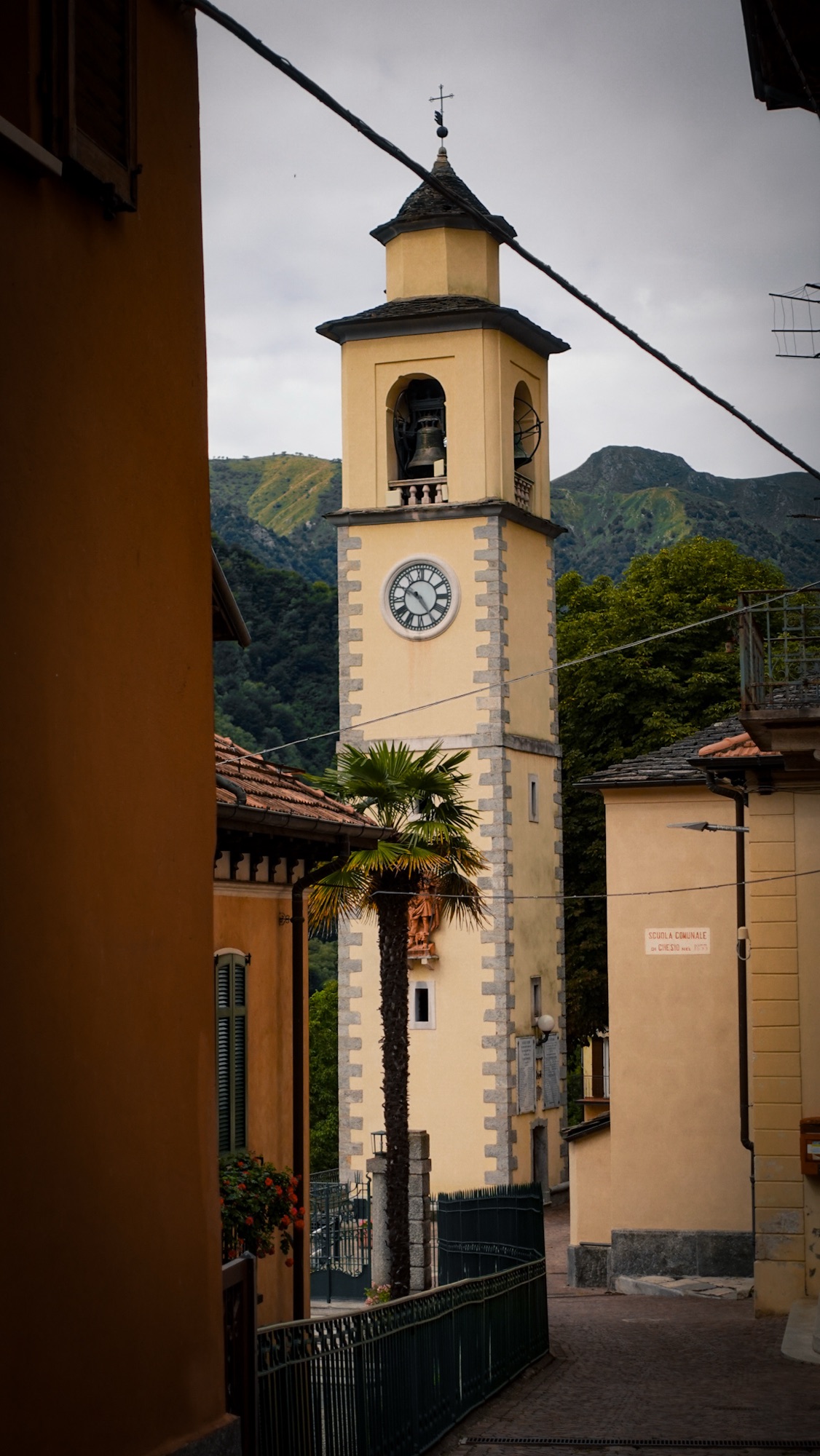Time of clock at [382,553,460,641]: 4:50
